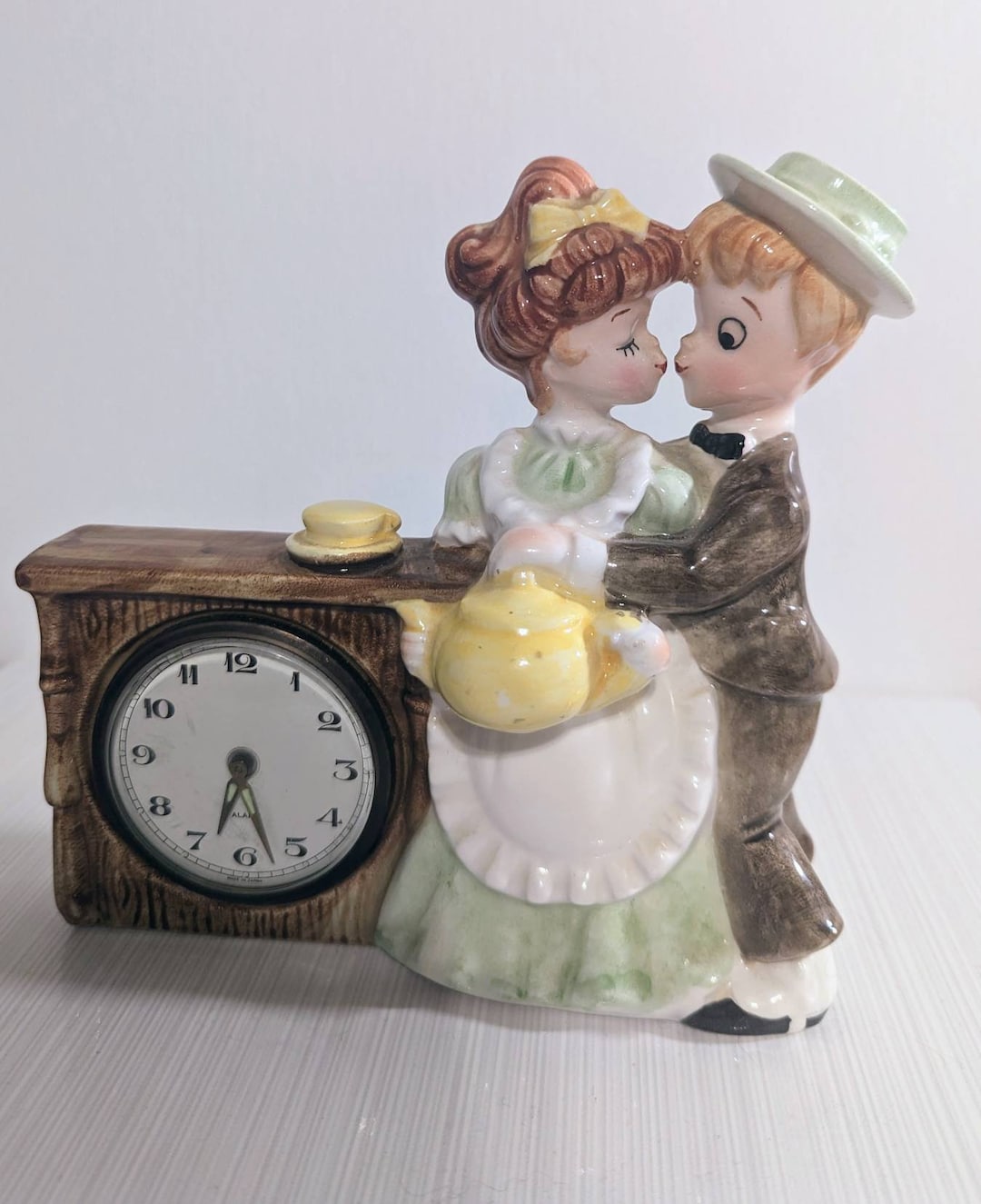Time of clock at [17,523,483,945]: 6:27
